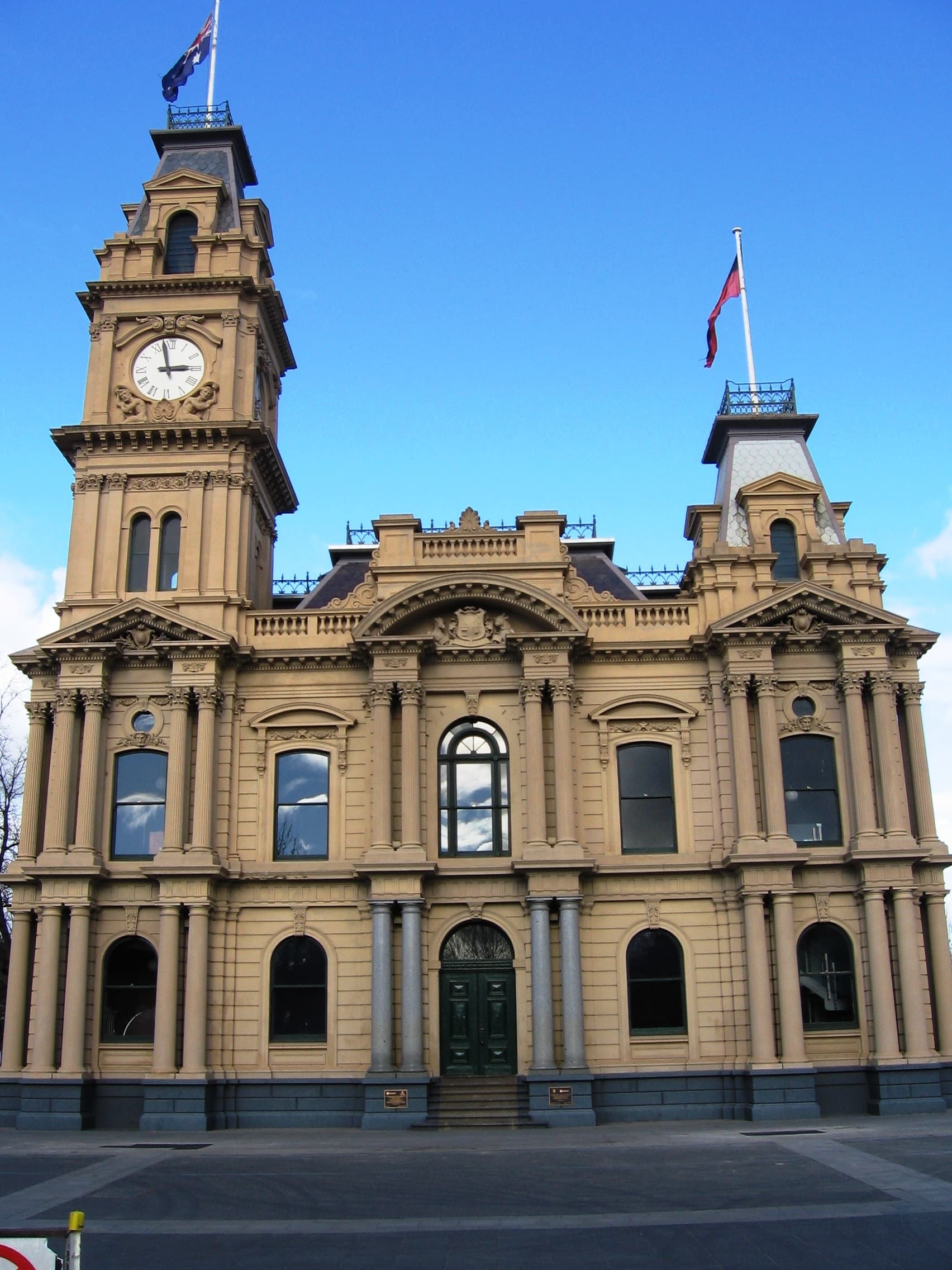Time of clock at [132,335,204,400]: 2:57
